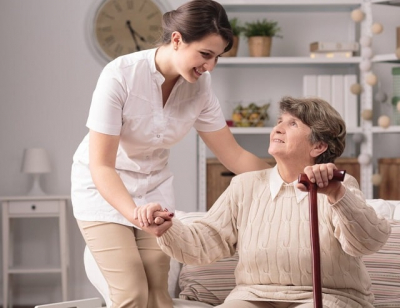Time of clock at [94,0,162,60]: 4:26
